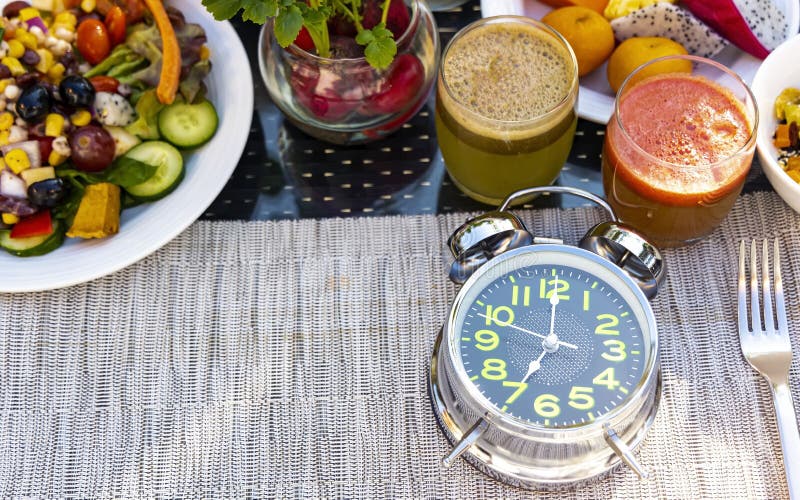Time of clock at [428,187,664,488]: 7:00
